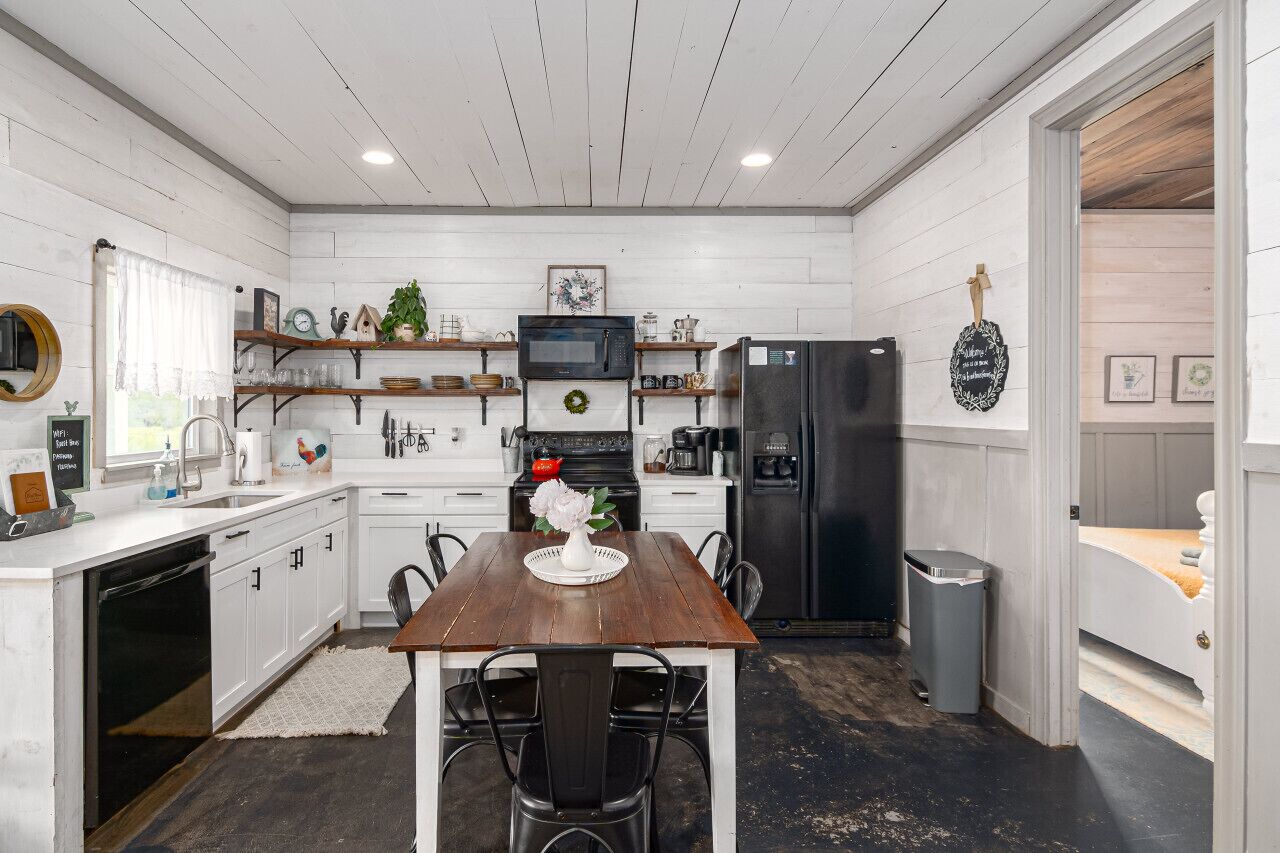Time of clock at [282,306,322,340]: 2:38
